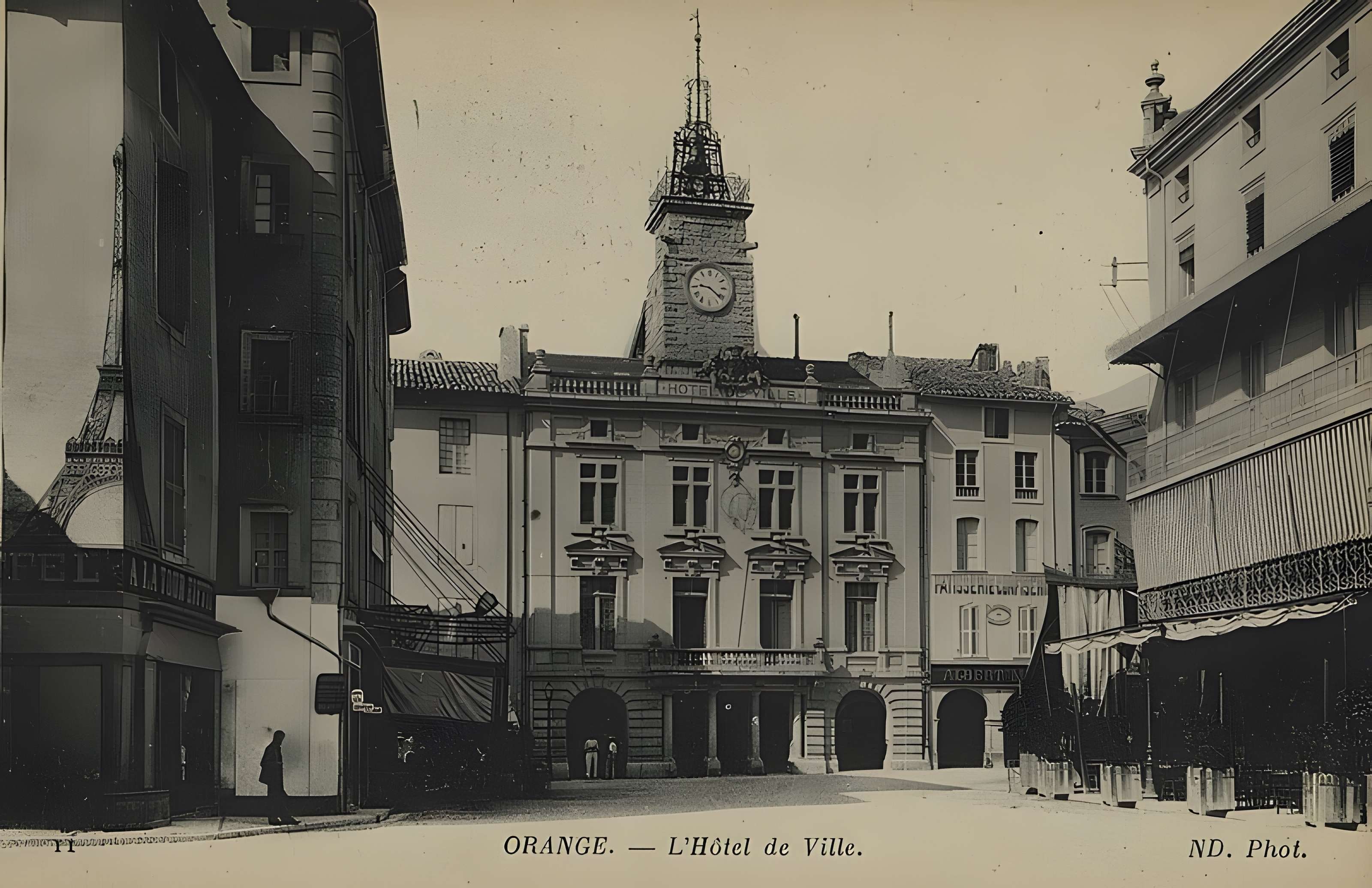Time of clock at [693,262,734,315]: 9:21
